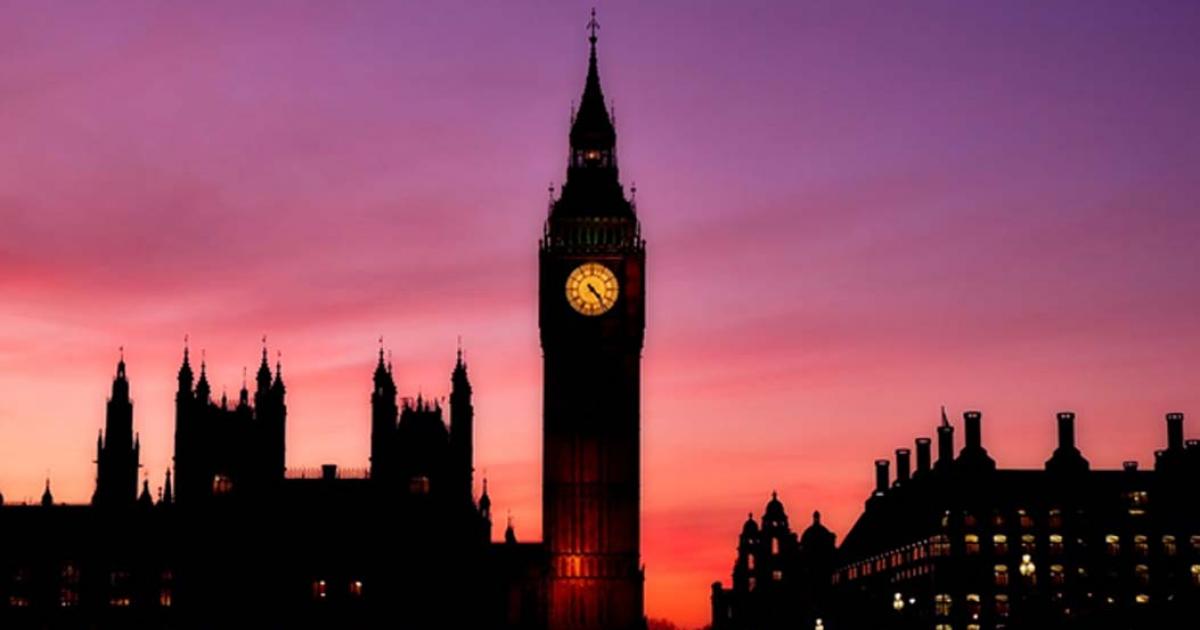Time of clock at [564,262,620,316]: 4:23
